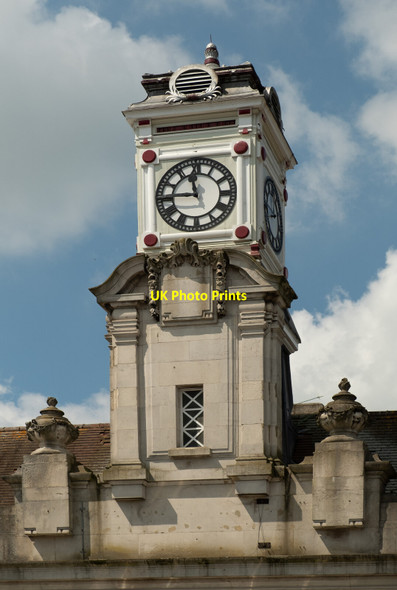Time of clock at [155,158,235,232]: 11:44
